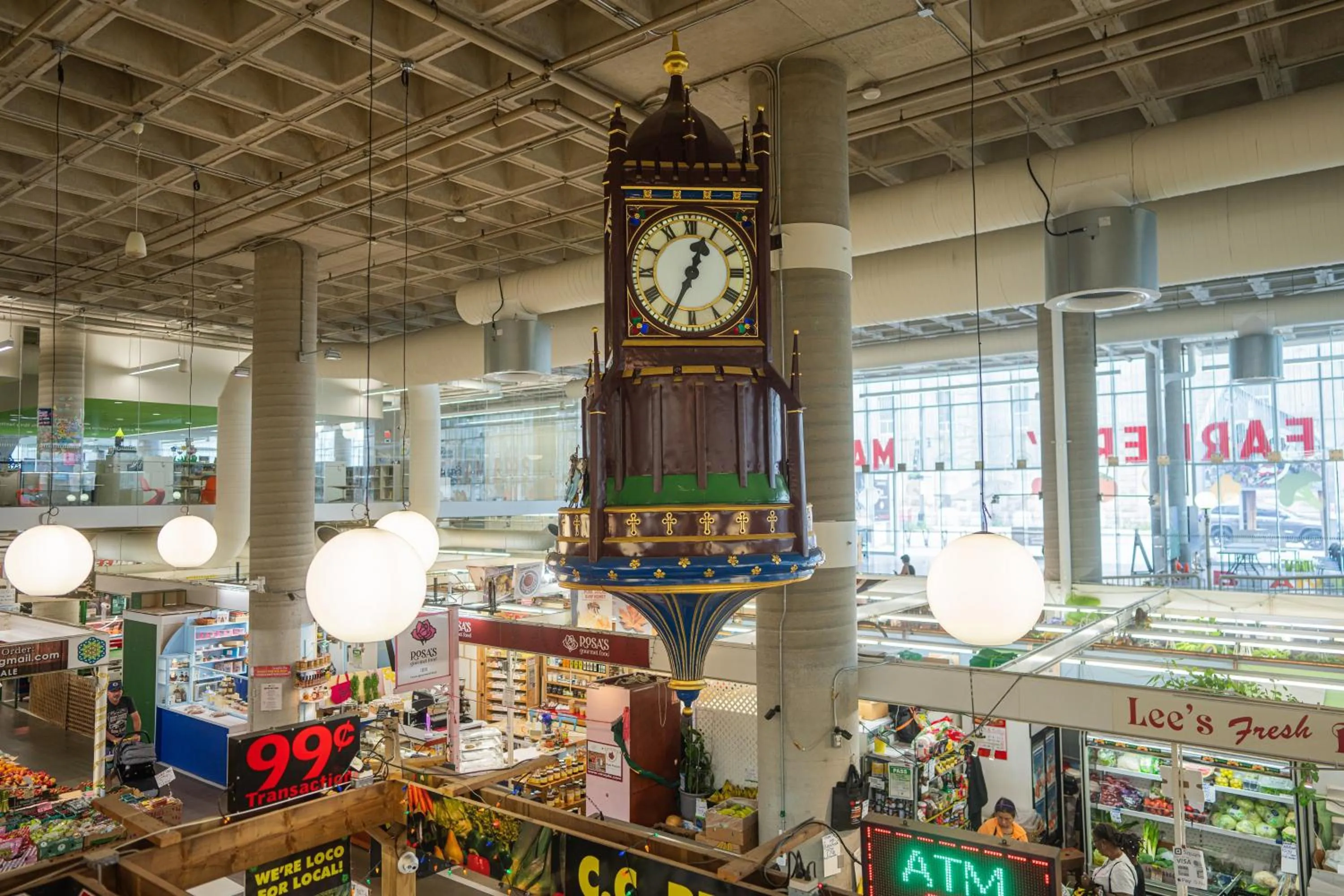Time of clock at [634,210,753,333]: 12:34
